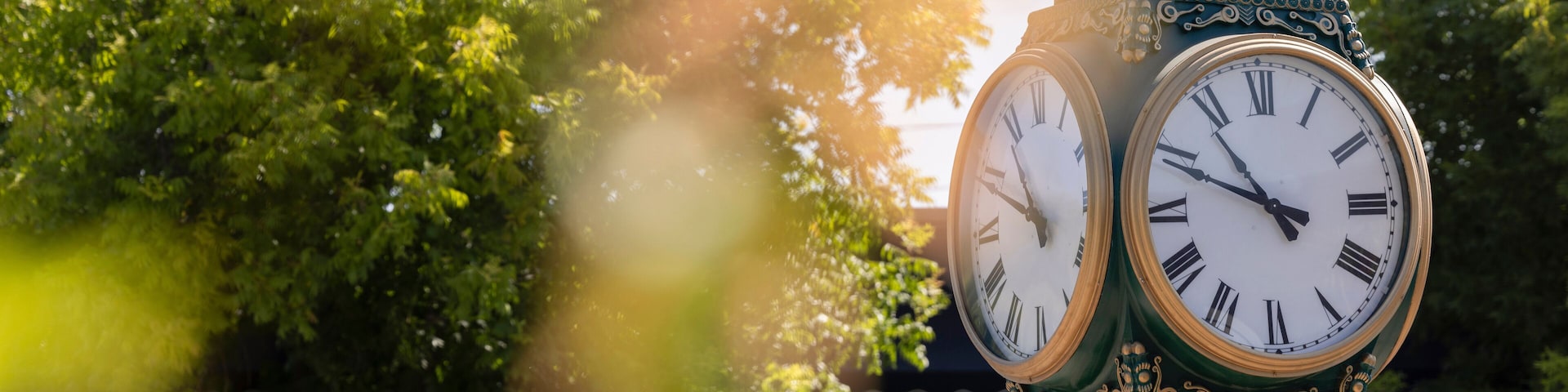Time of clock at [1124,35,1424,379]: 10:48
